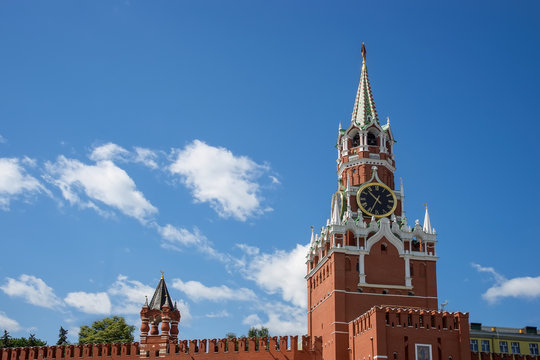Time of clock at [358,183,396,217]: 10:34
